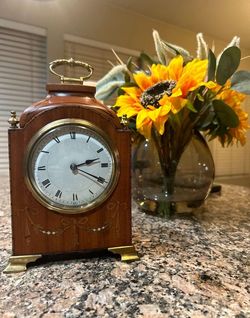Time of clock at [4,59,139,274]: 2:18
